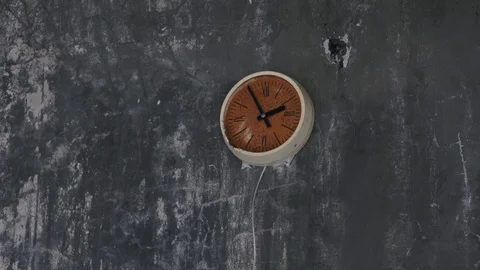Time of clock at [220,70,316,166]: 1:55
